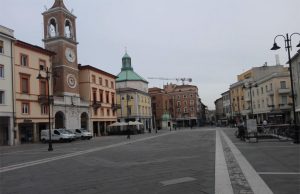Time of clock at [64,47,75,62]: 4:02
